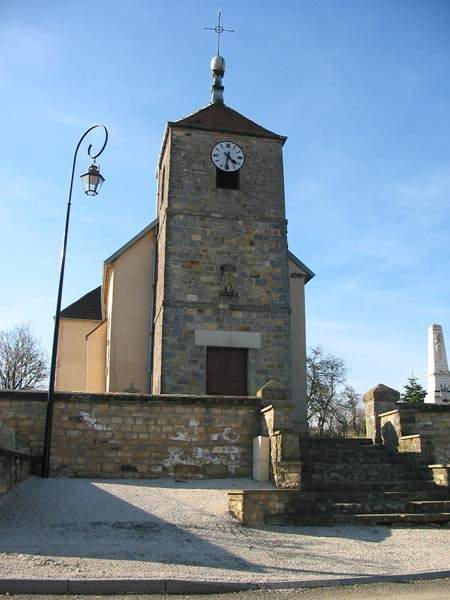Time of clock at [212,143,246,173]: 4:31
